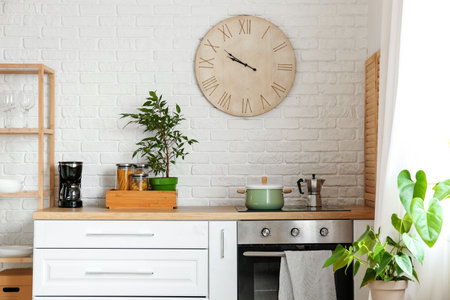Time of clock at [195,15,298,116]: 9:50
